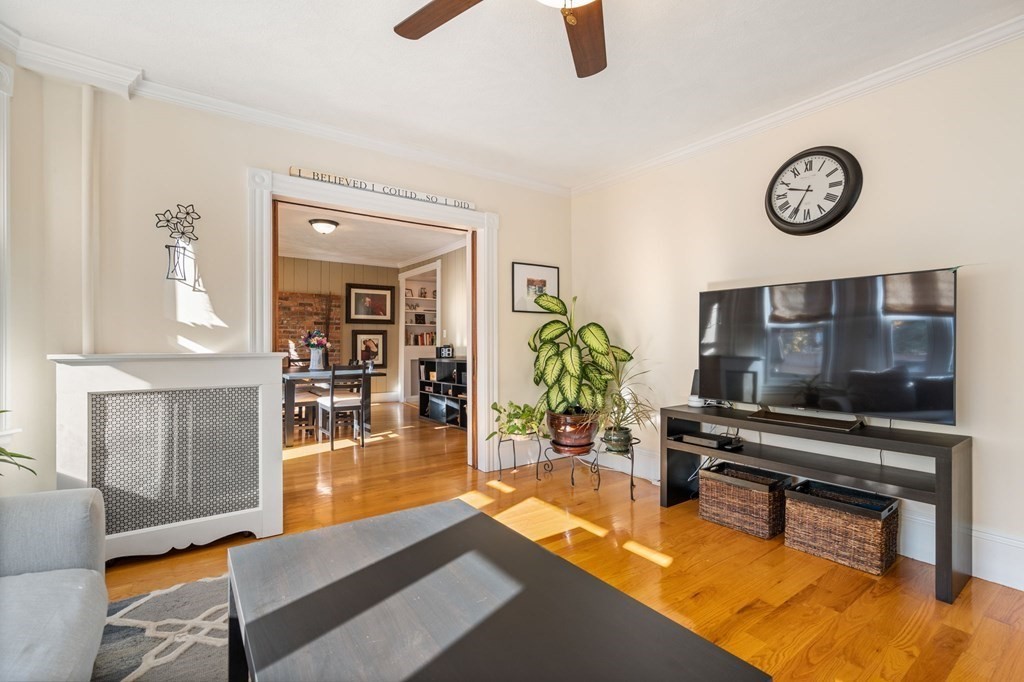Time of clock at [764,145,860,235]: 9:34
